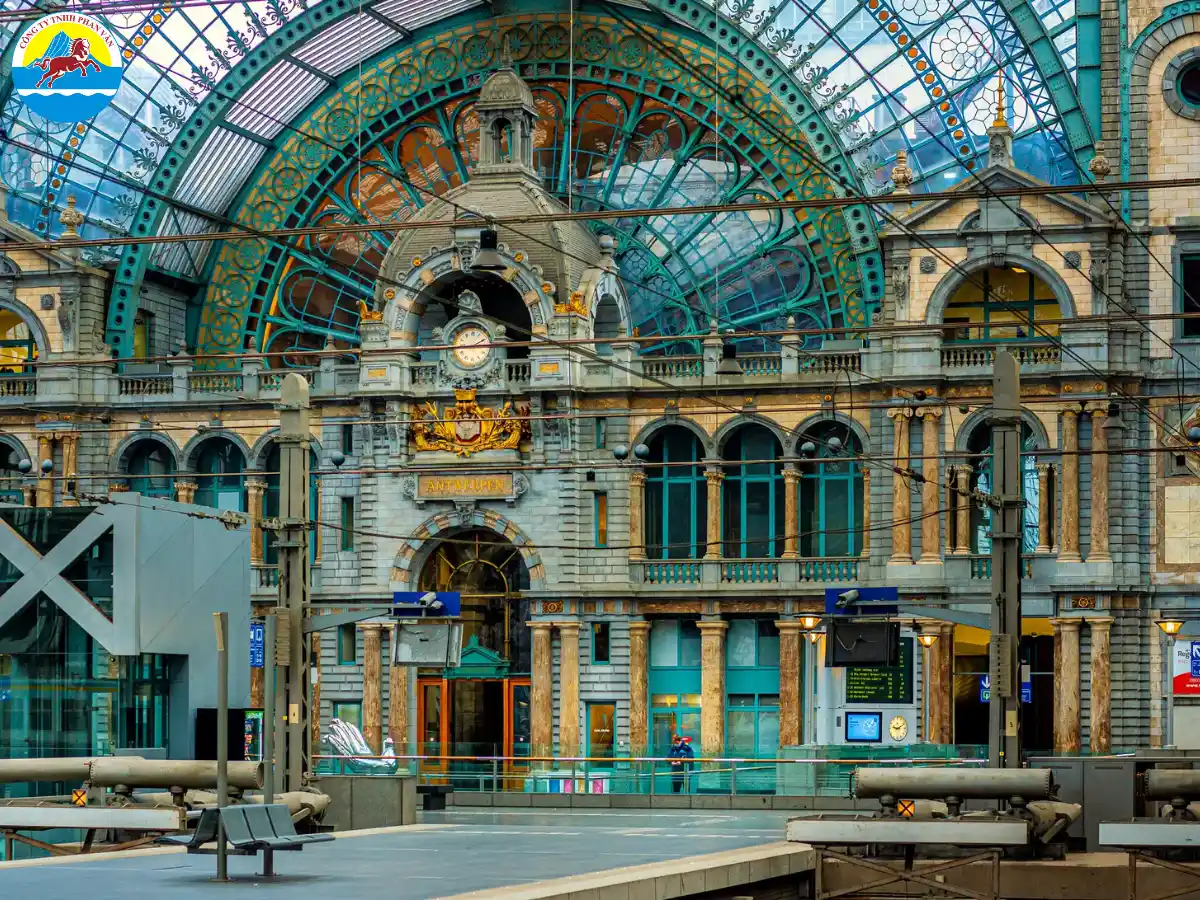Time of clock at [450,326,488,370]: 2:44
